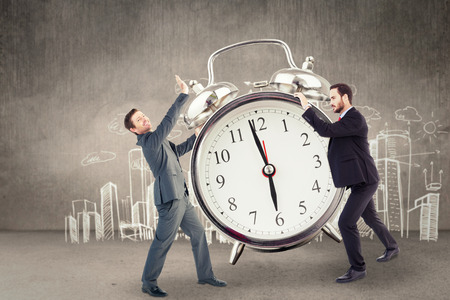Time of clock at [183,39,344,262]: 5:58
